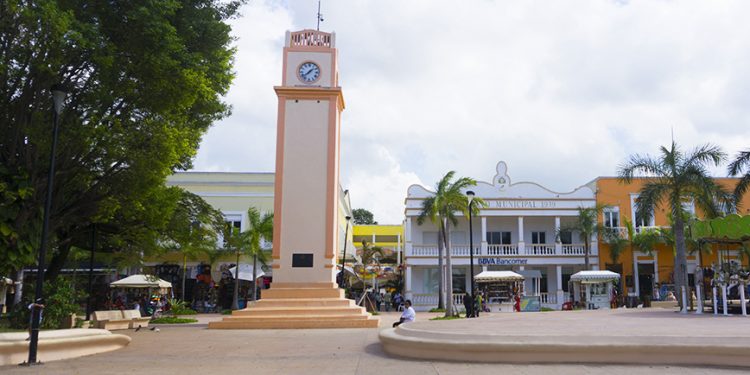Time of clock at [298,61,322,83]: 1:38
